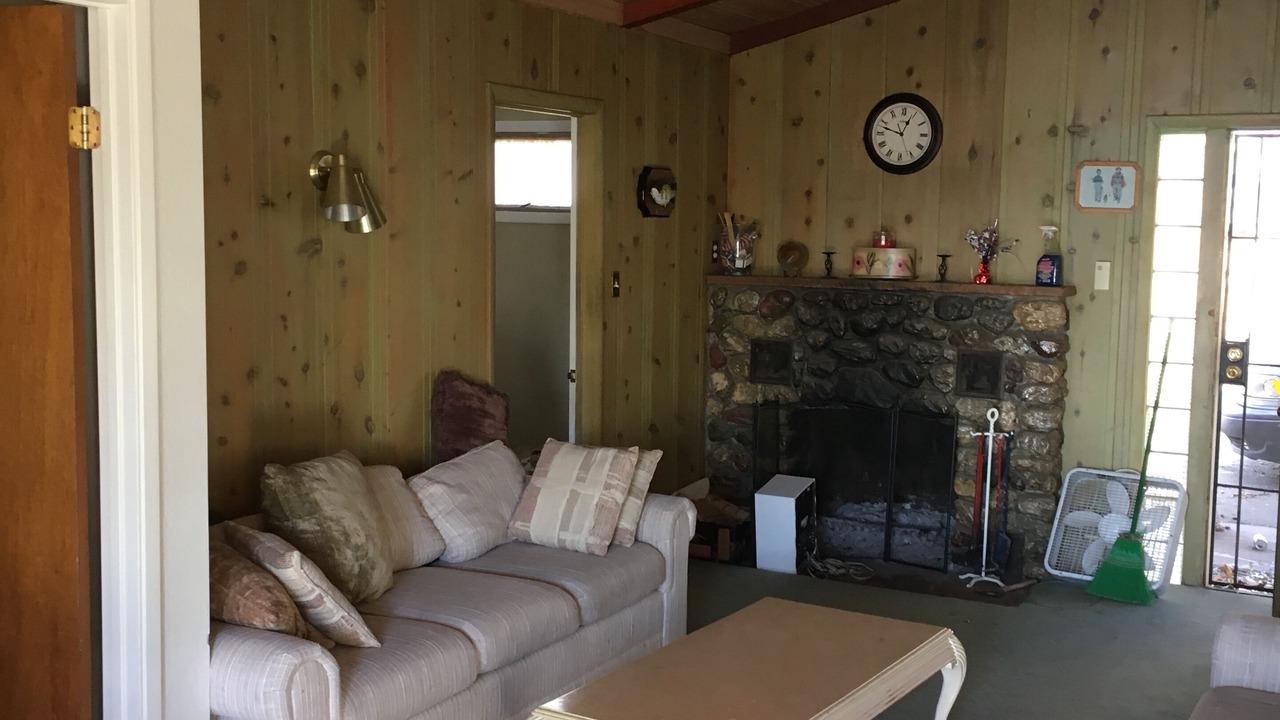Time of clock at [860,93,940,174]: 12:47
